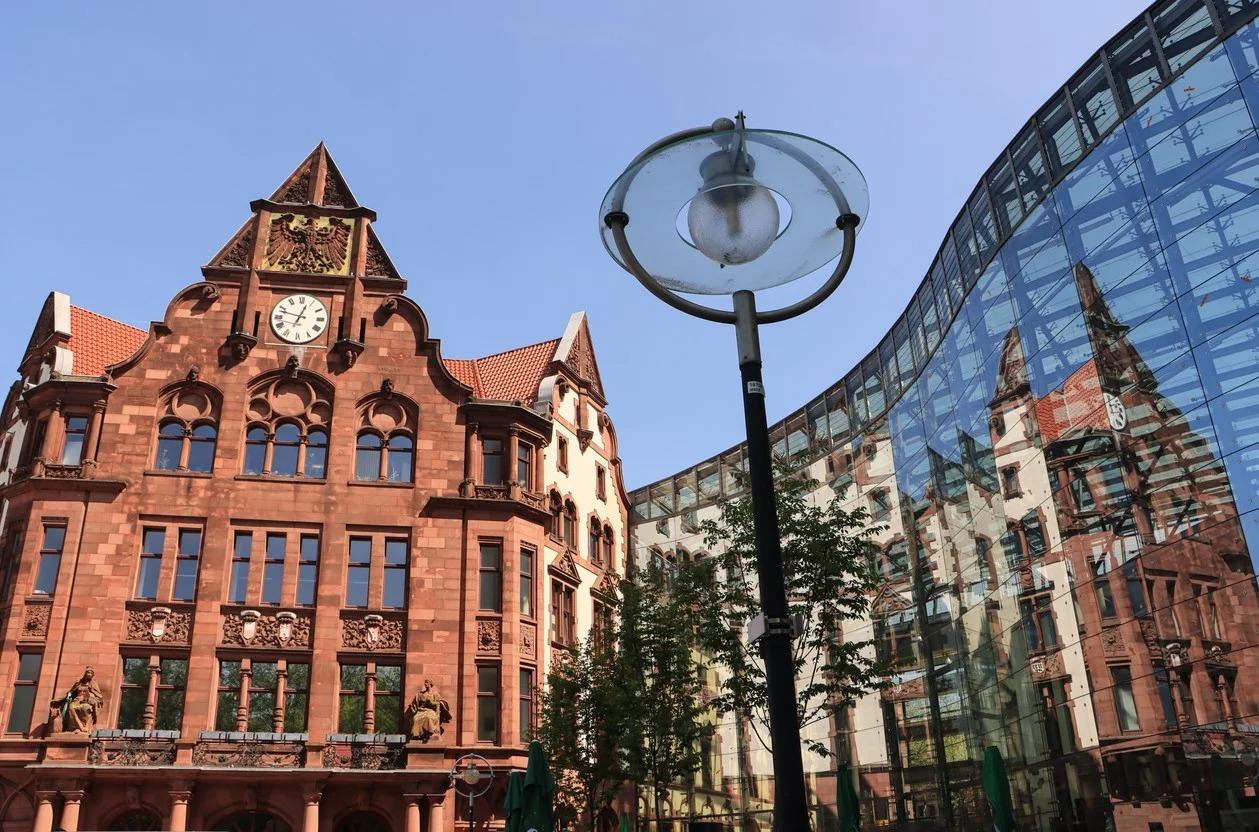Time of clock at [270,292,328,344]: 12:47
